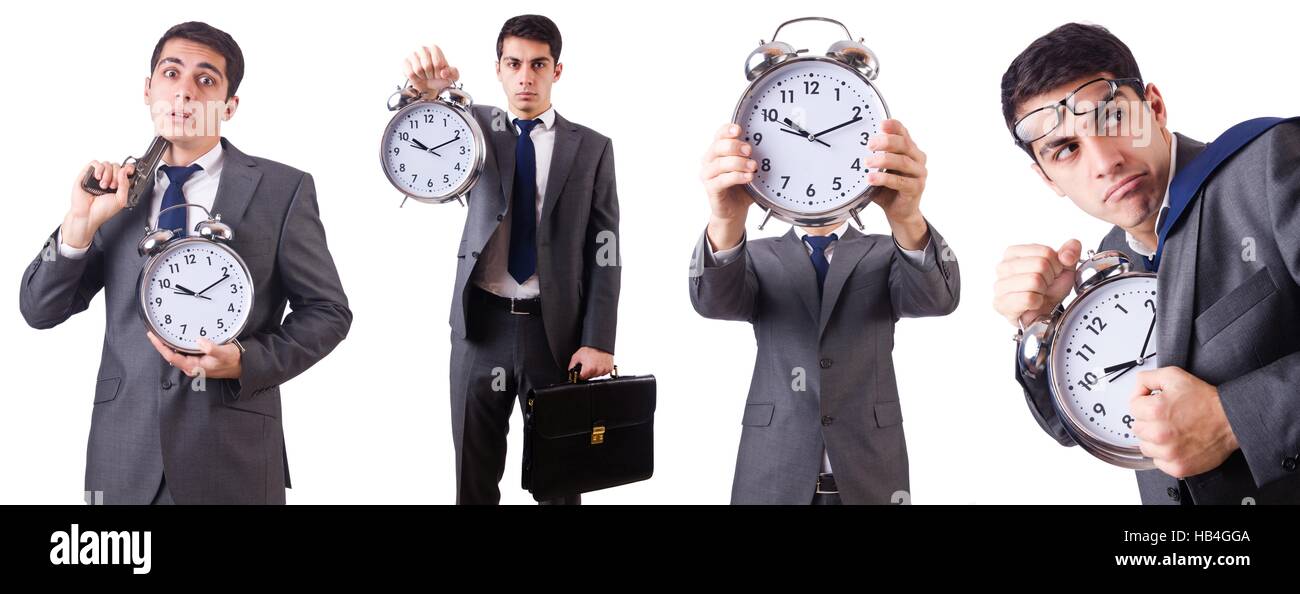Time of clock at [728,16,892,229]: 10:11
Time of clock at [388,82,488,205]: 10:11
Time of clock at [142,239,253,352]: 10:11
